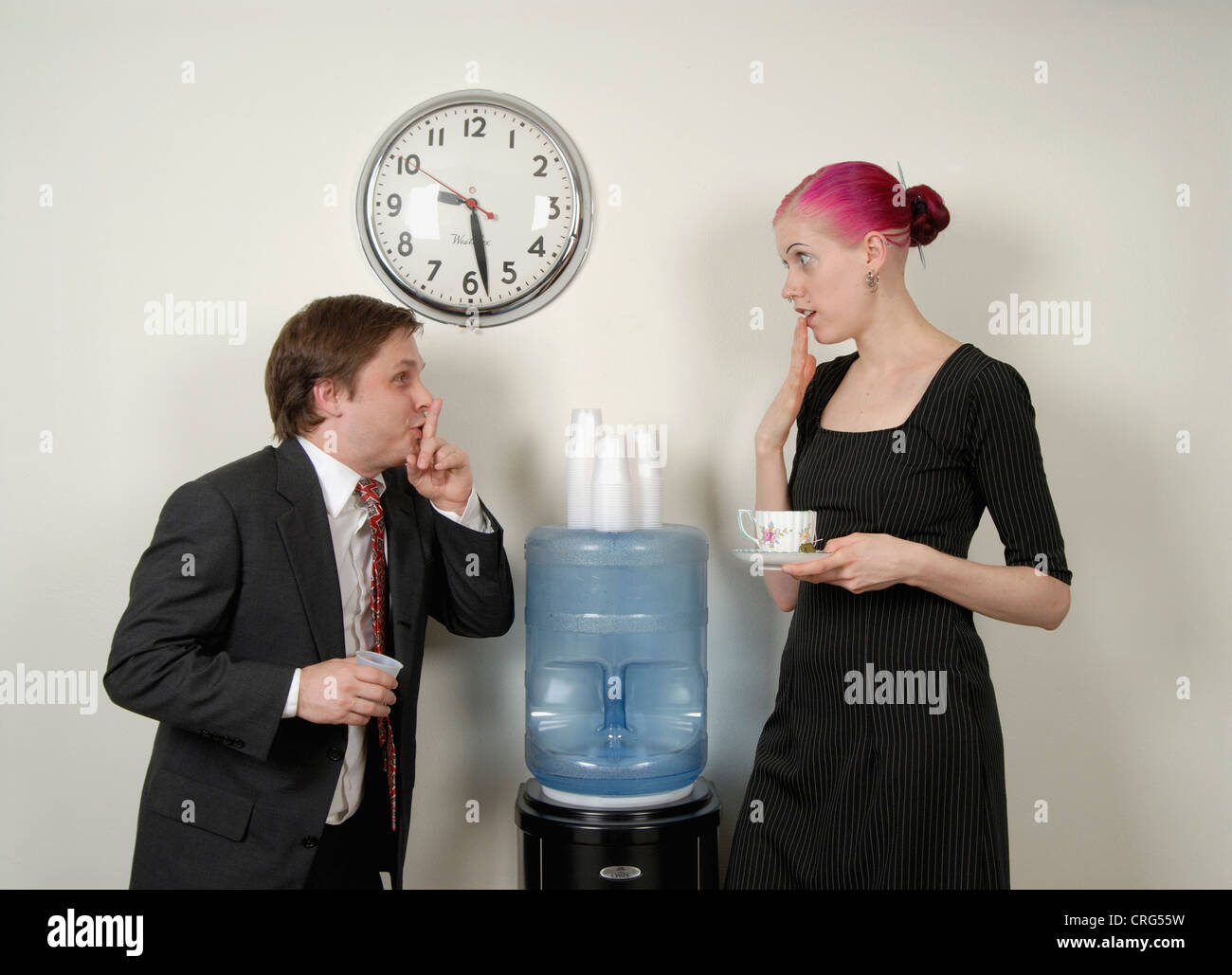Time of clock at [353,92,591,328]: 5:28
